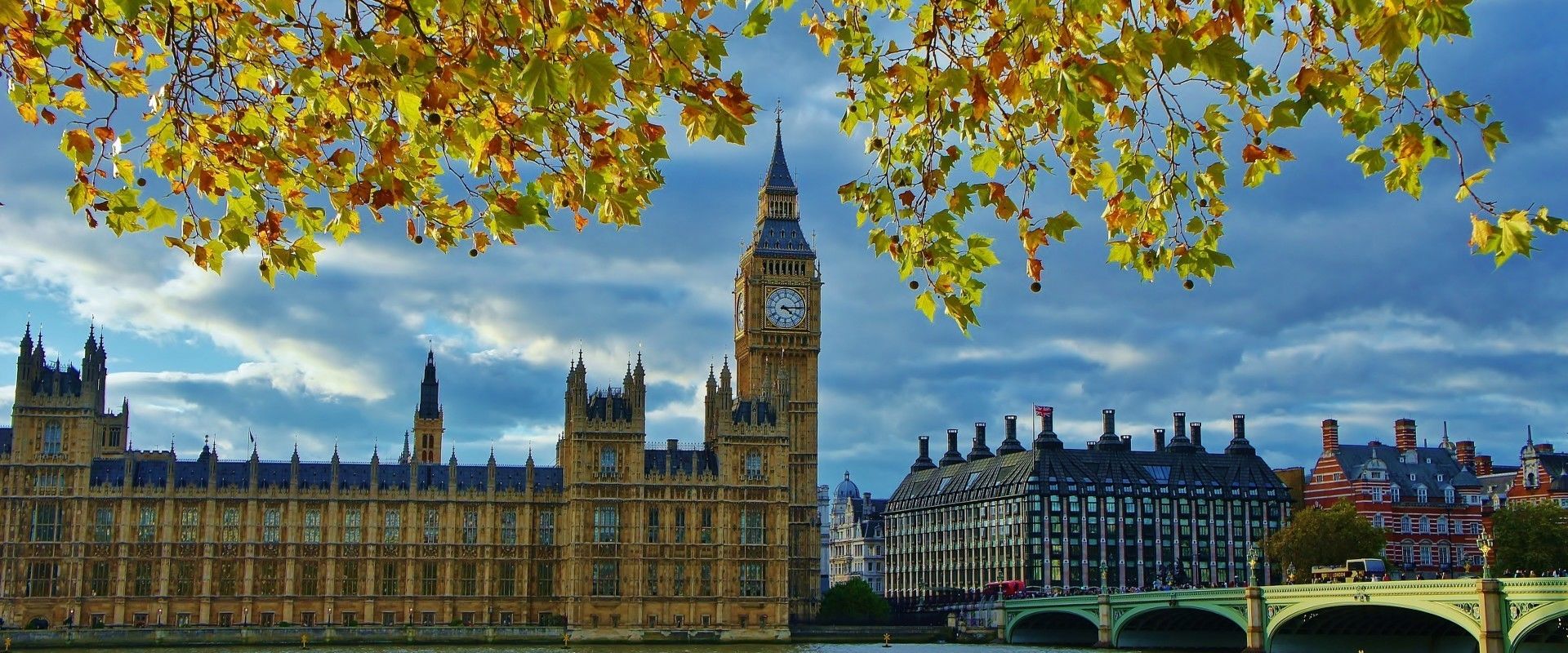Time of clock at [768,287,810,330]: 4:14
